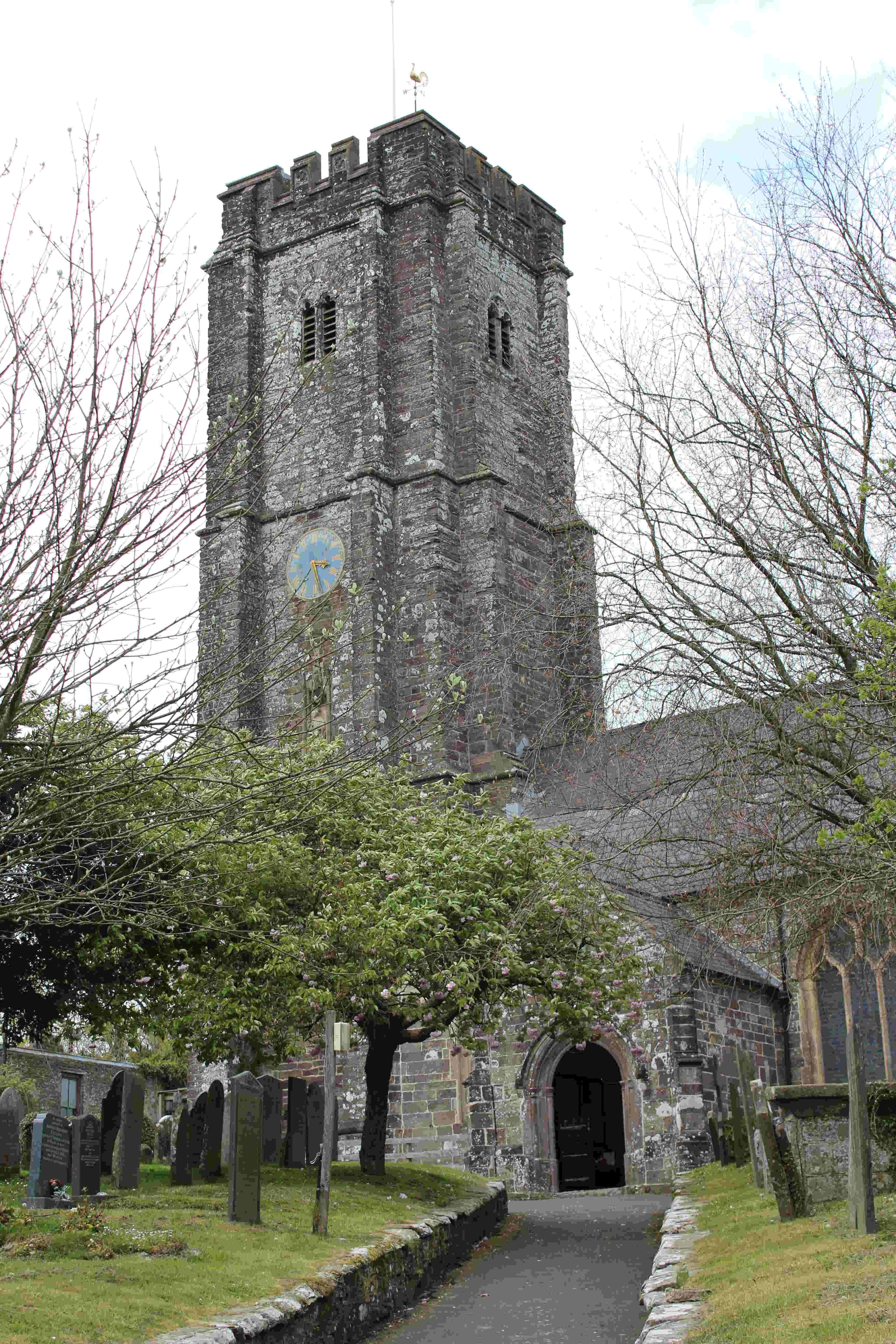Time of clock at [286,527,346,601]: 3:27
